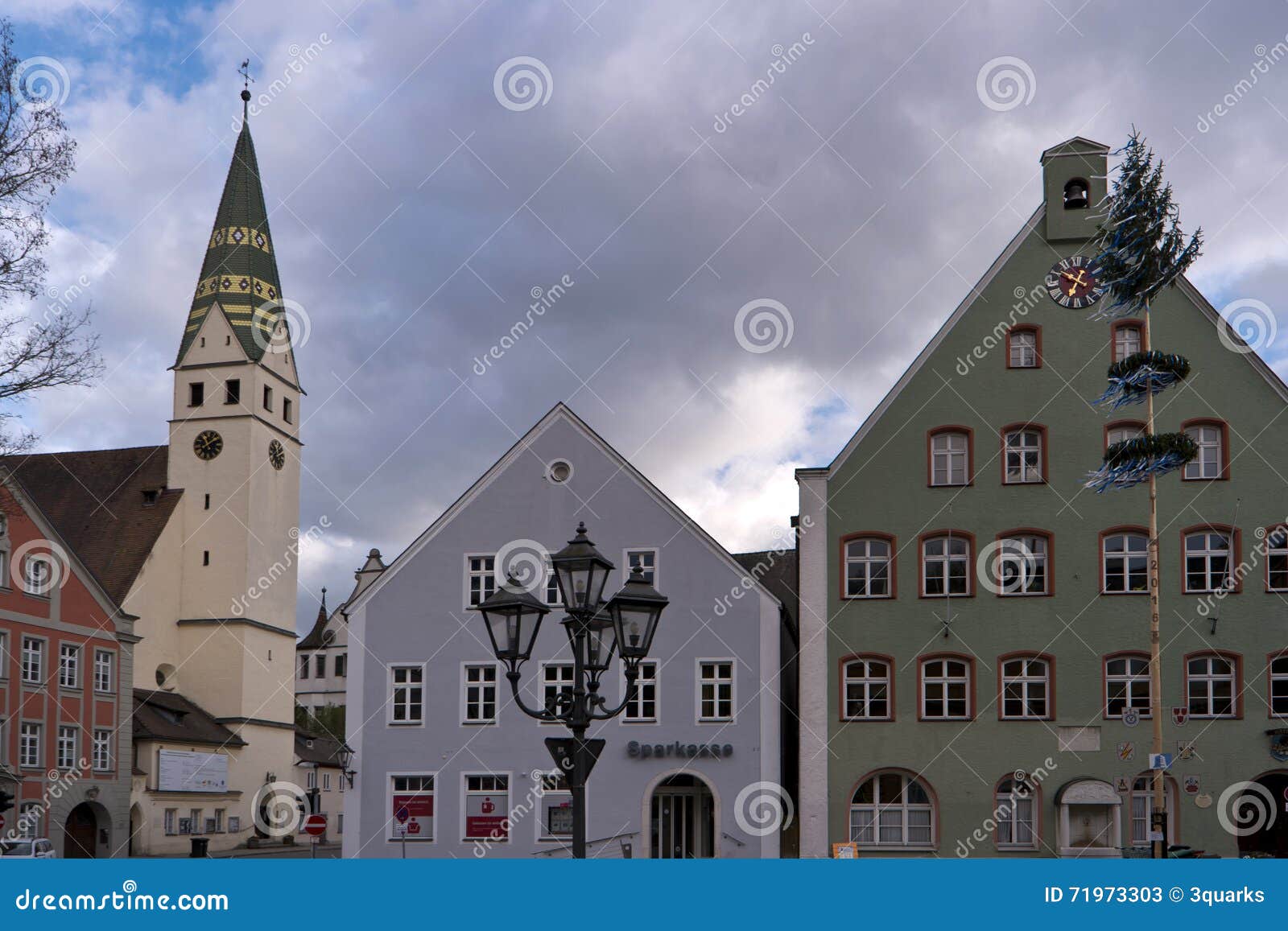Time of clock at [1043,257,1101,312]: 6:50
